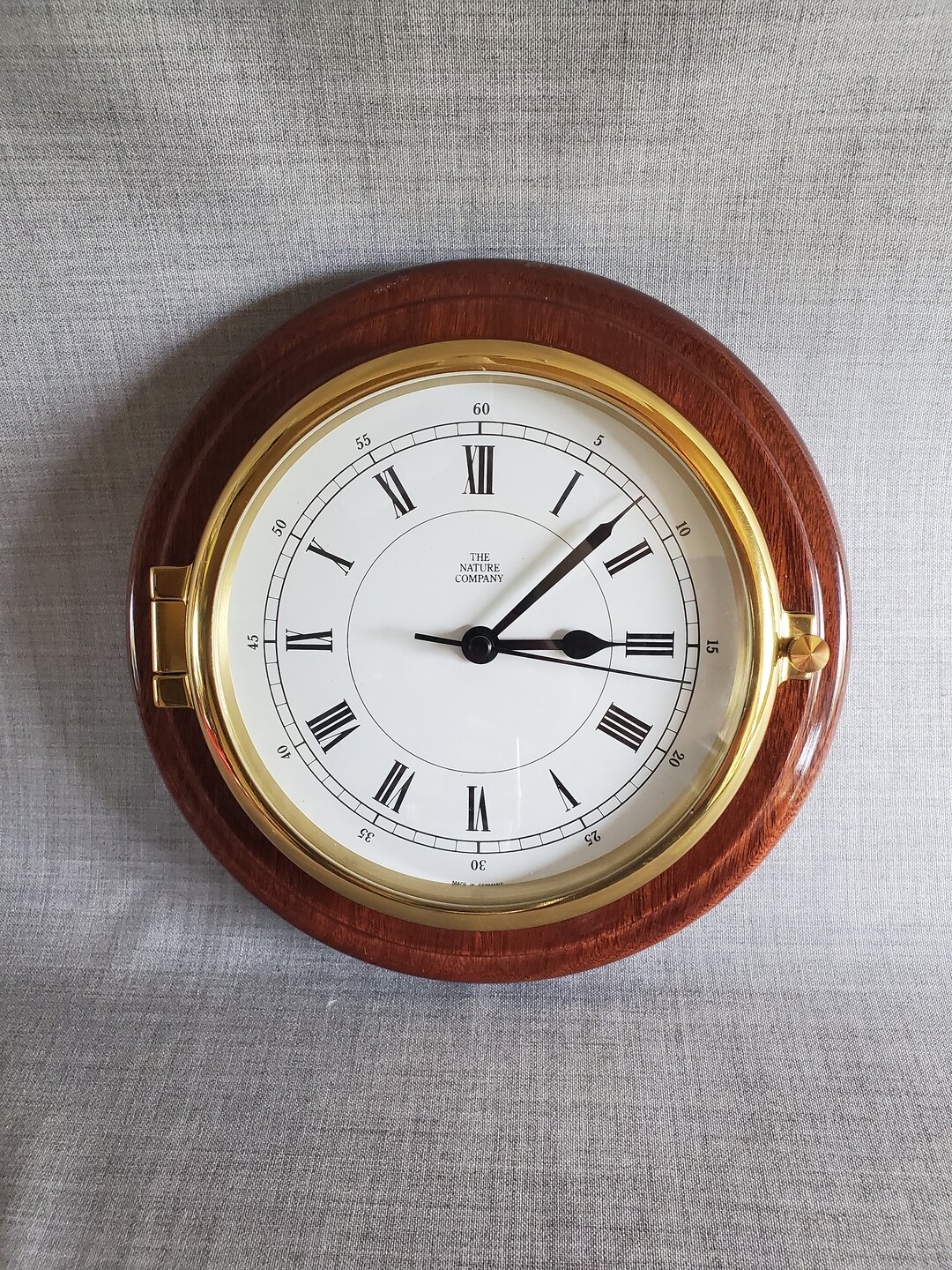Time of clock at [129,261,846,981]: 3:07
